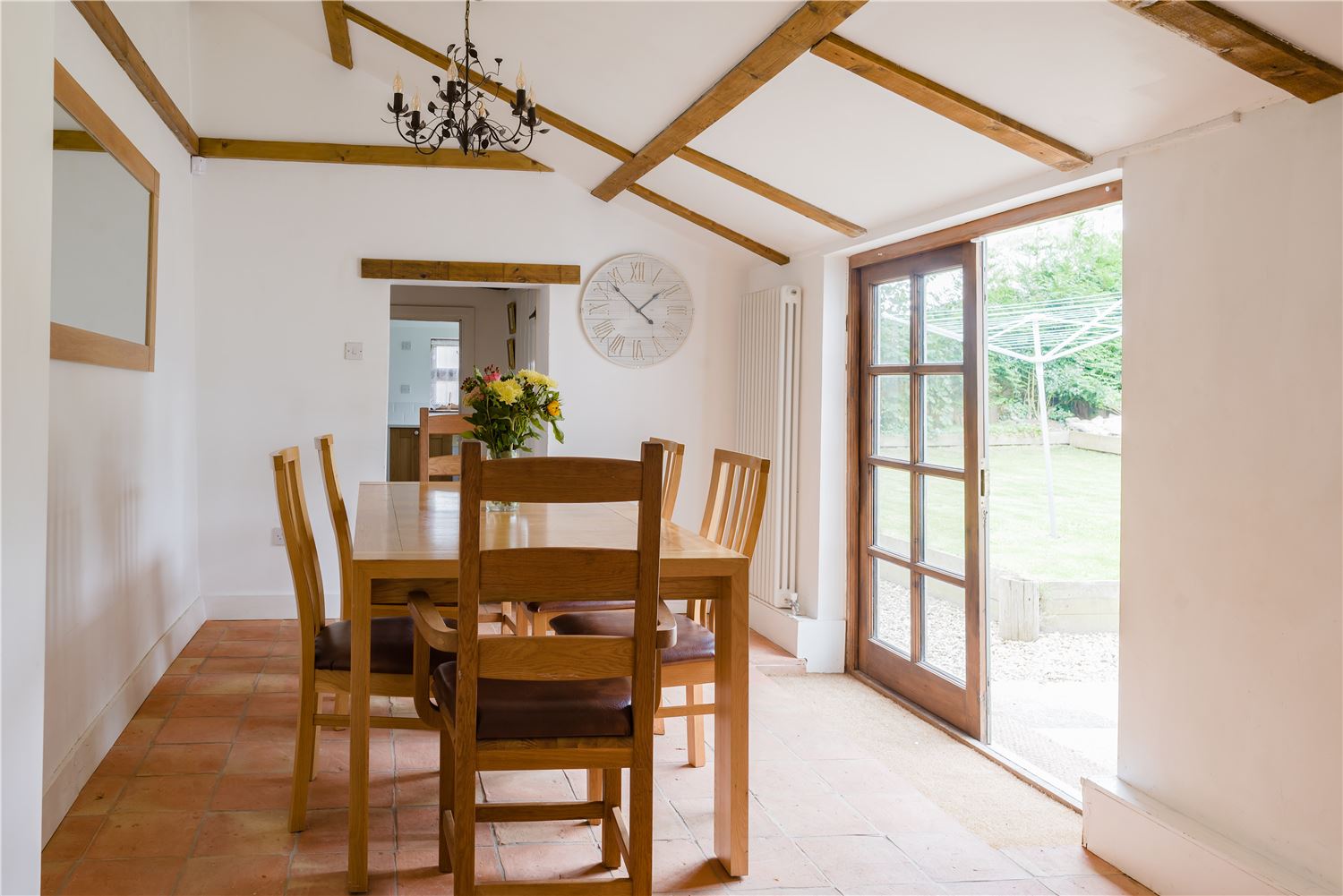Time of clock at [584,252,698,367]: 1:52
